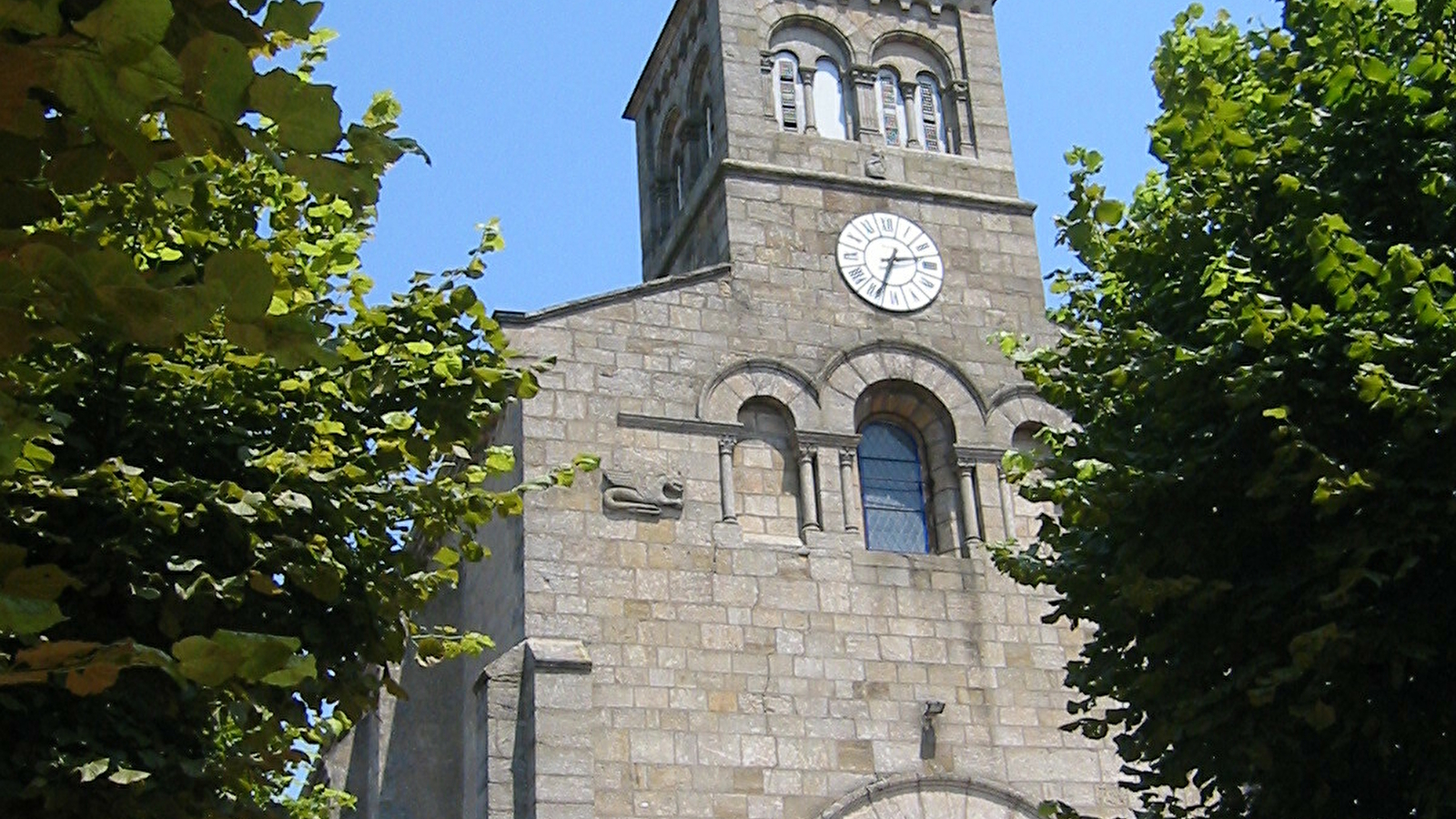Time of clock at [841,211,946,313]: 2:33
